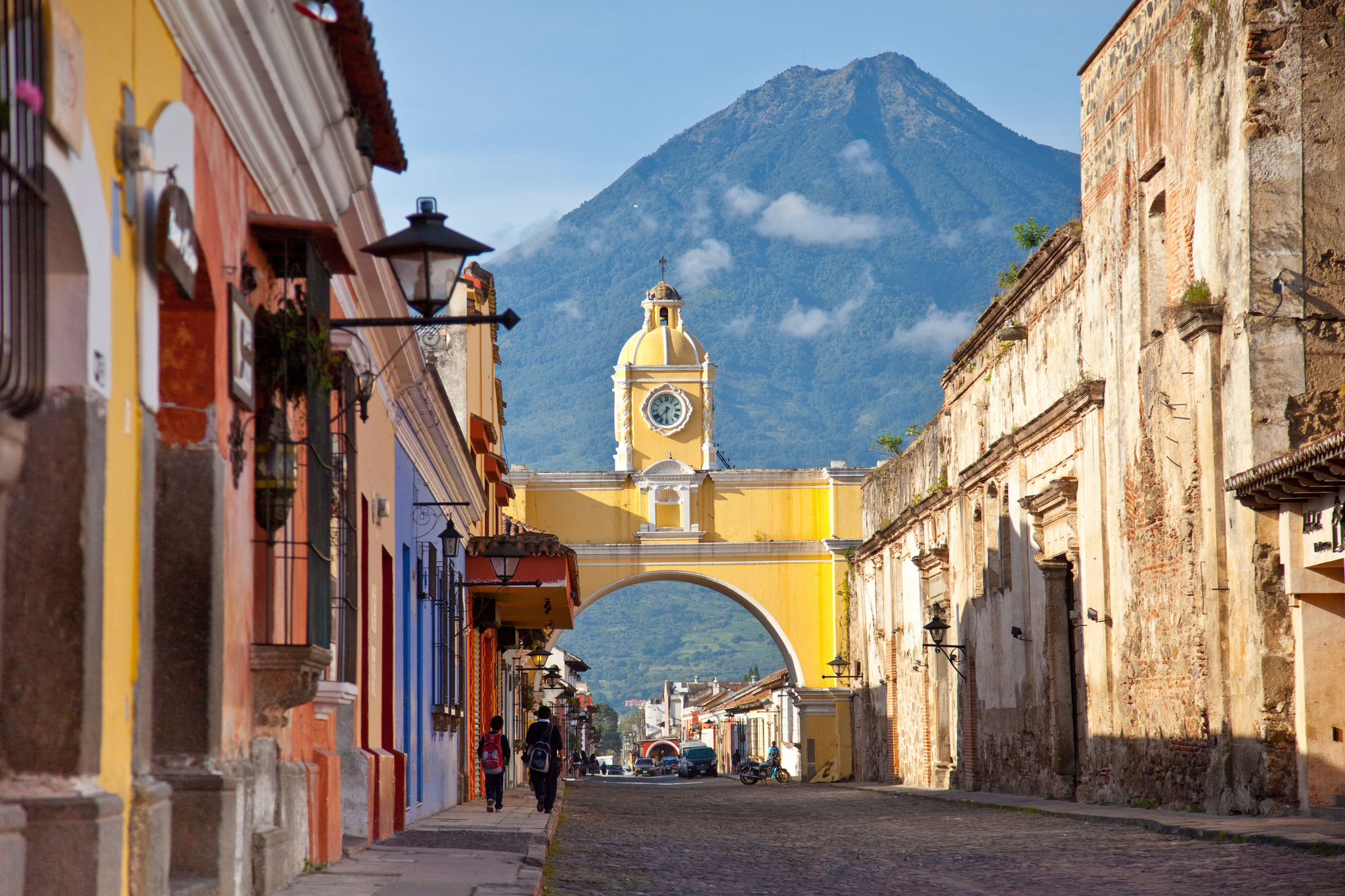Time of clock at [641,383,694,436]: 7:30
